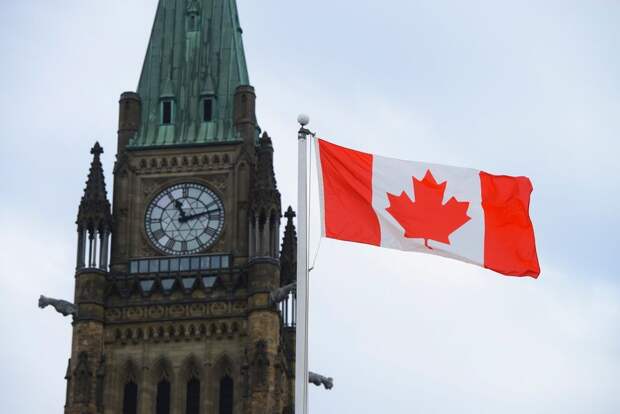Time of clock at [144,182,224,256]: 11:12
